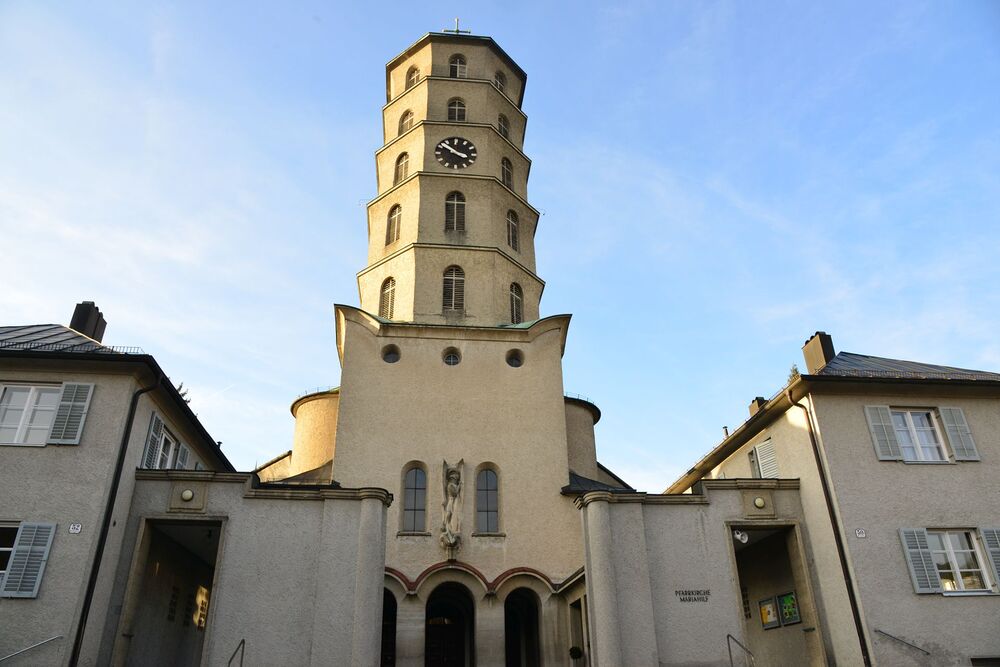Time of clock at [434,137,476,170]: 3:50
